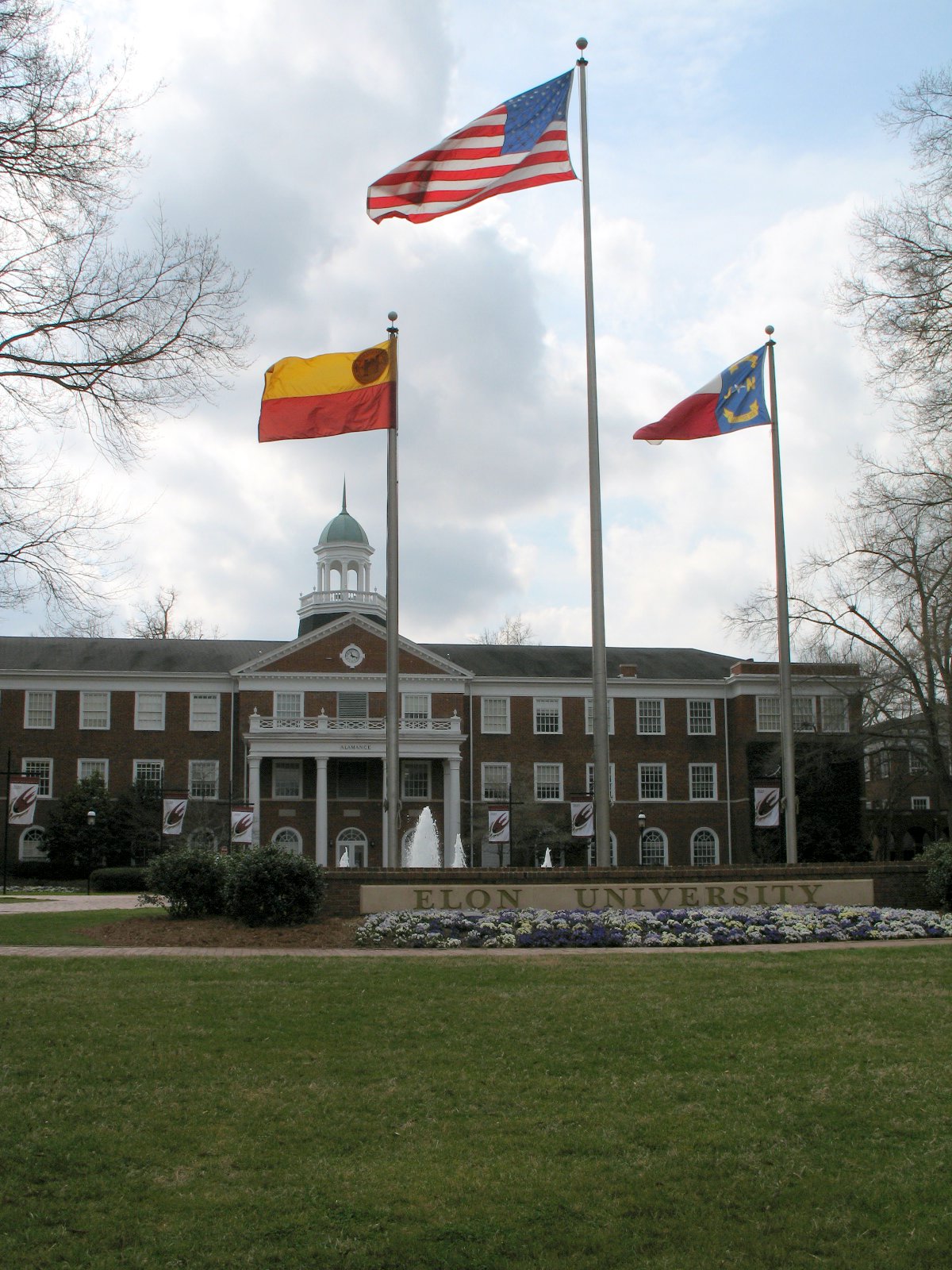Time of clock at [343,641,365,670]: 11:17
